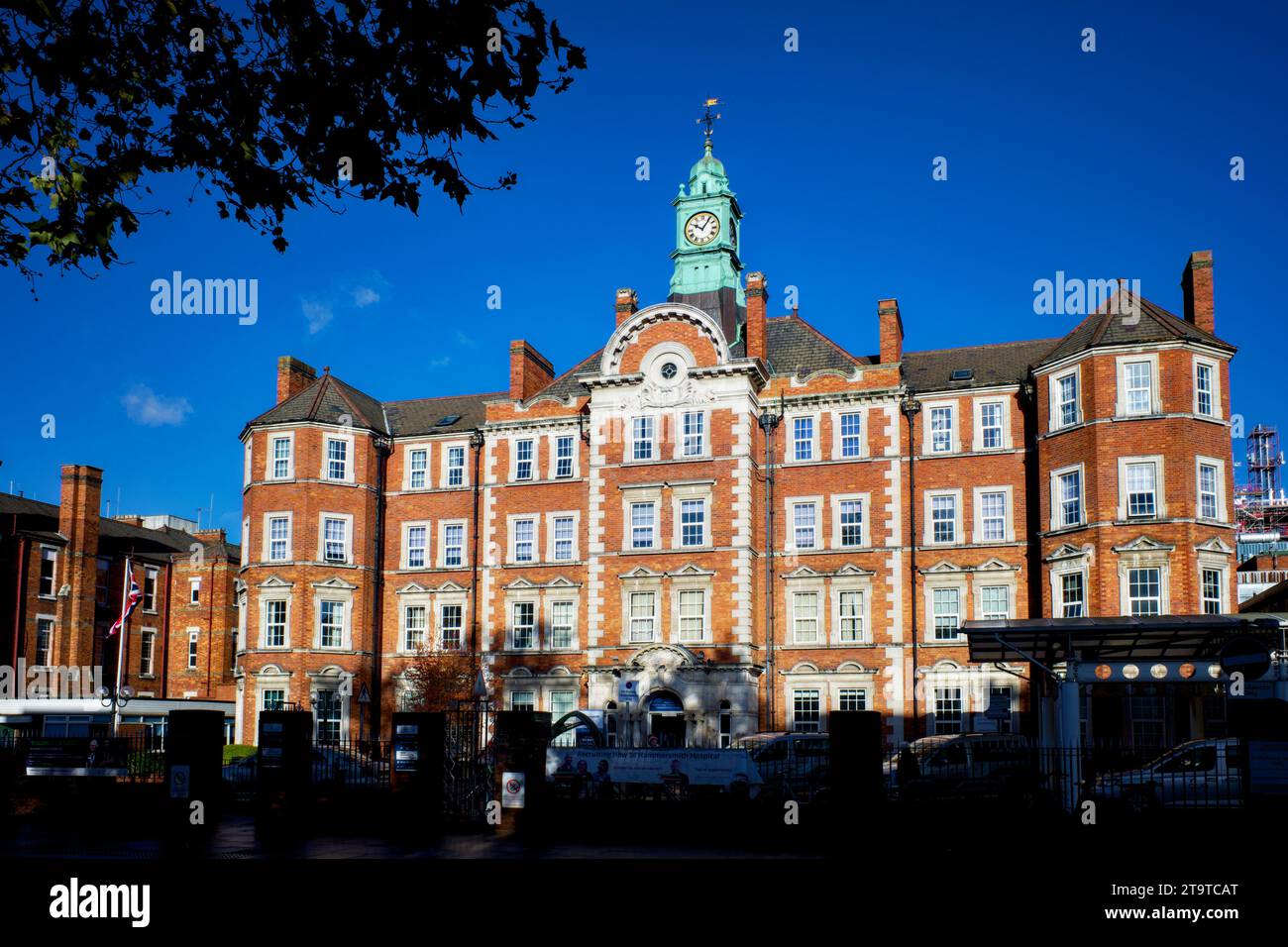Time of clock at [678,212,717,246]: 10:05
